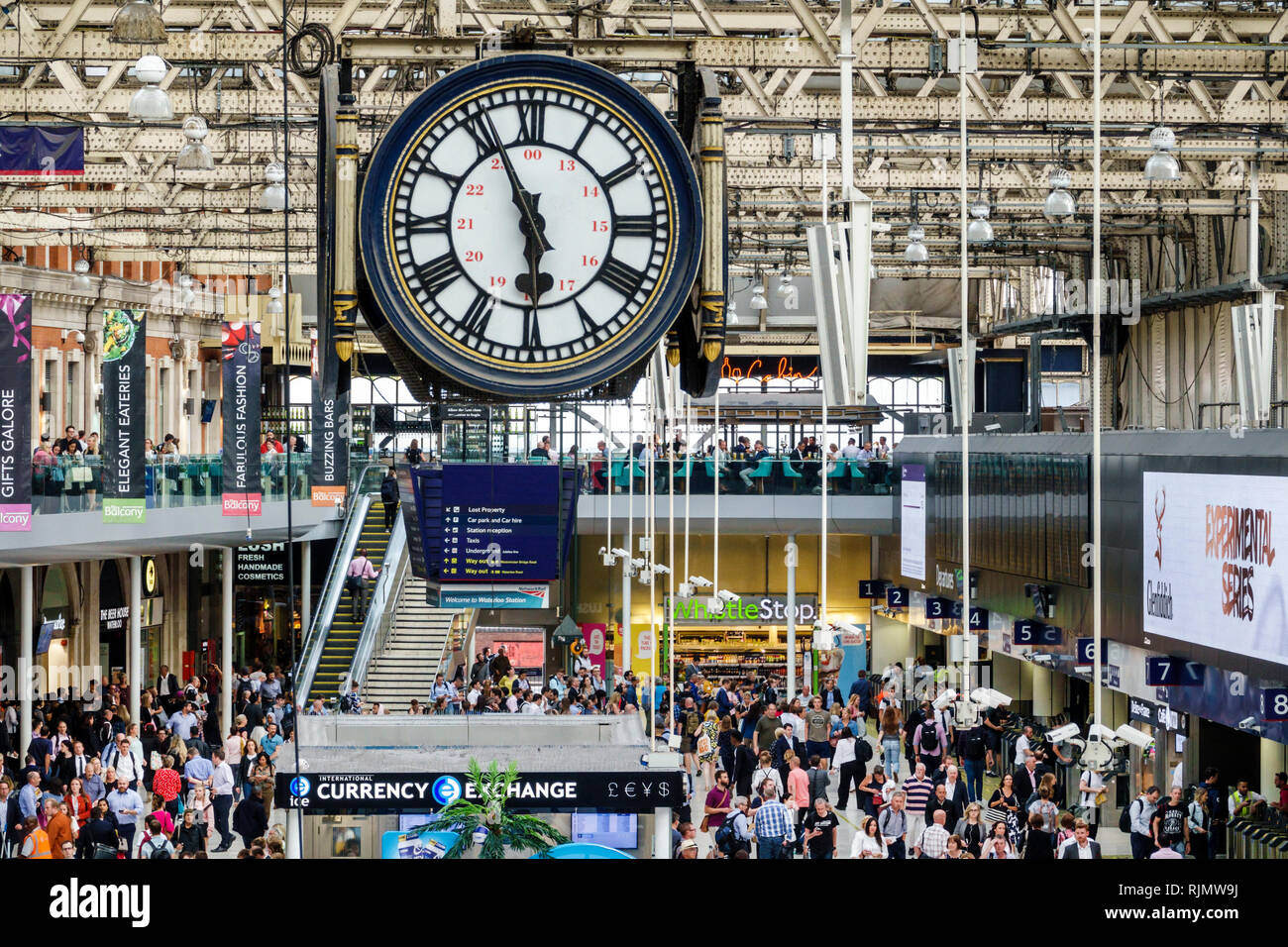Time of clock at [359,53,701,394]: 5:55
